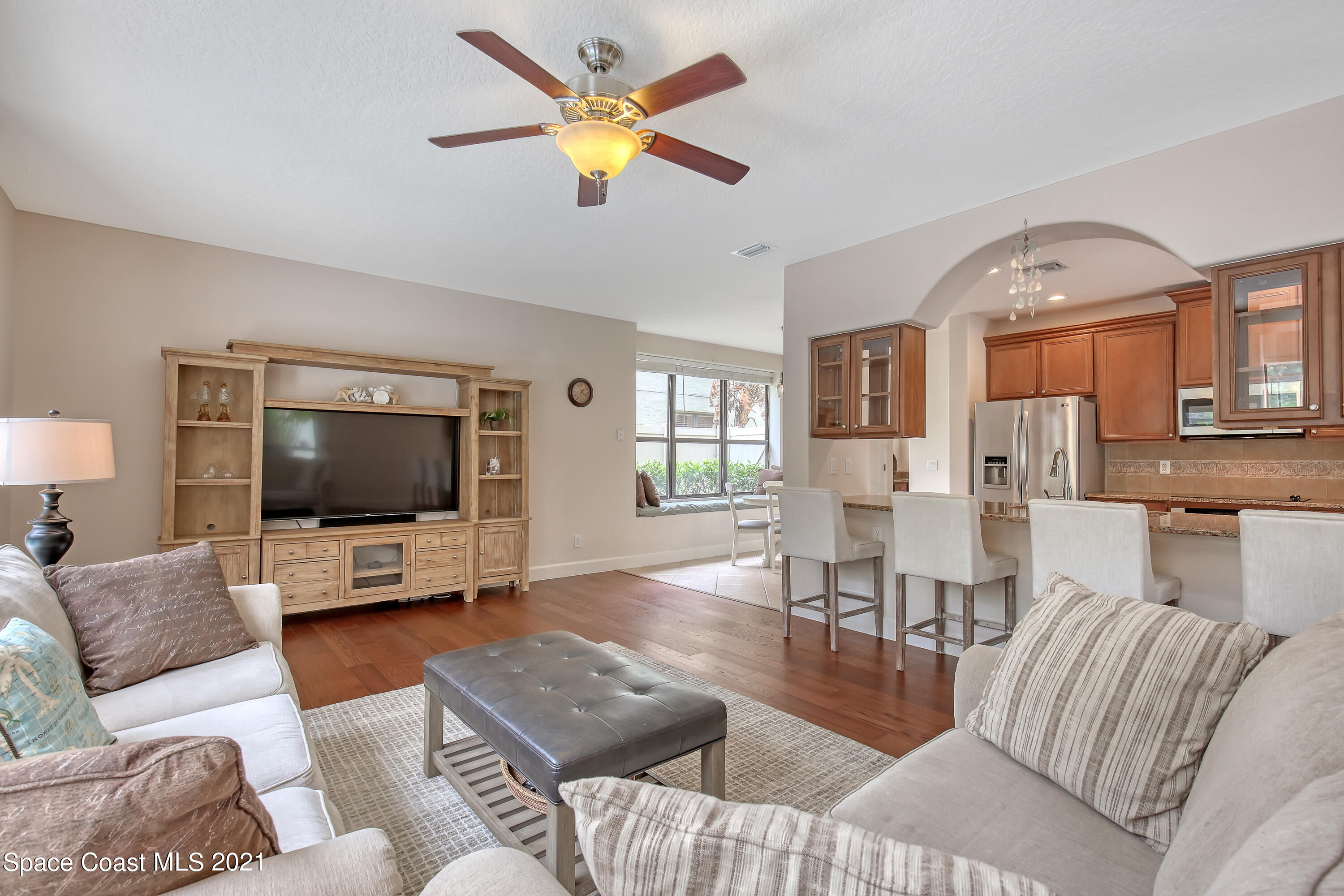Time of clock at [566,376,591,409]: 1:18
